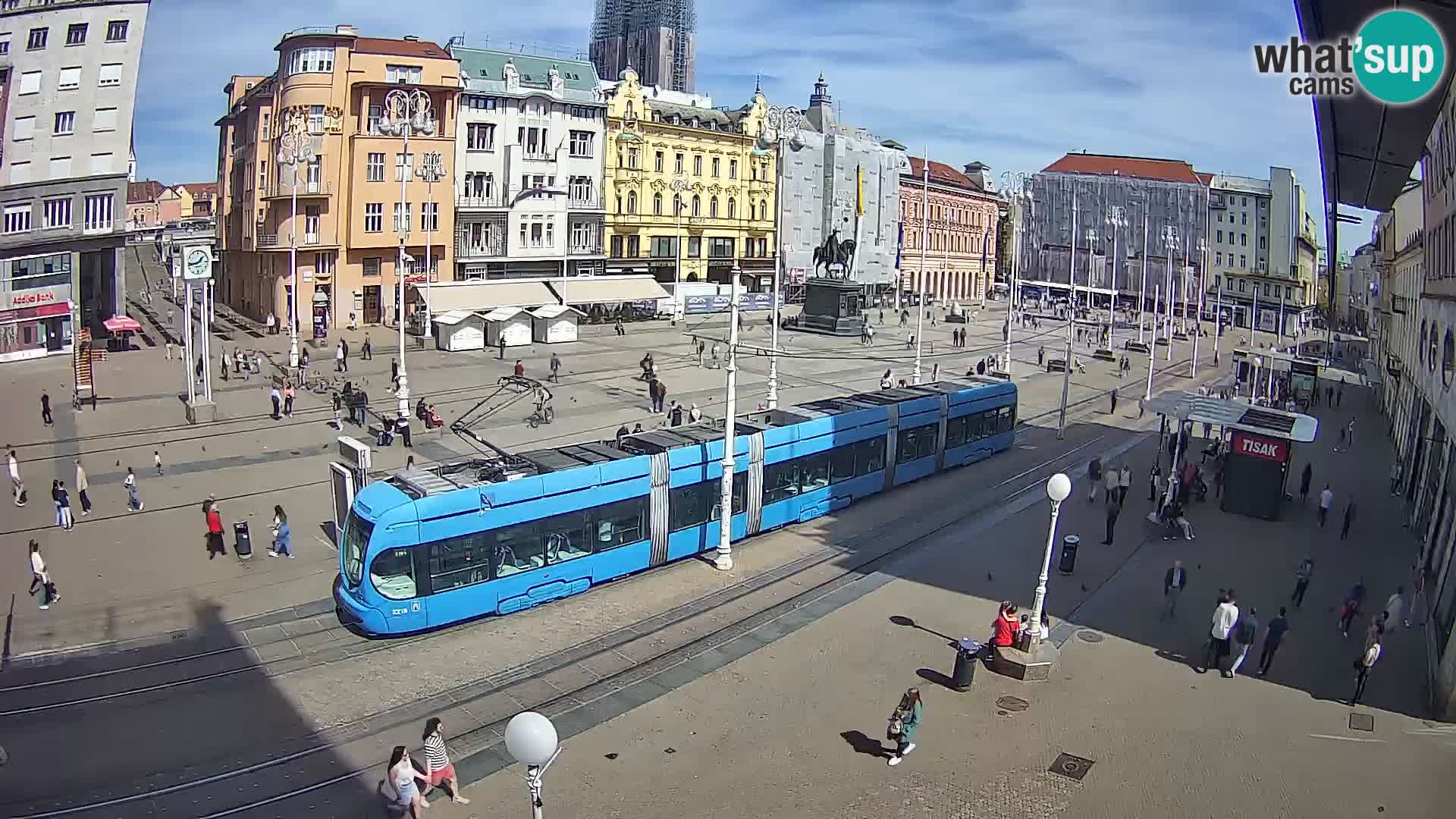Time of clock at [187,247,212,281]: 1:43
